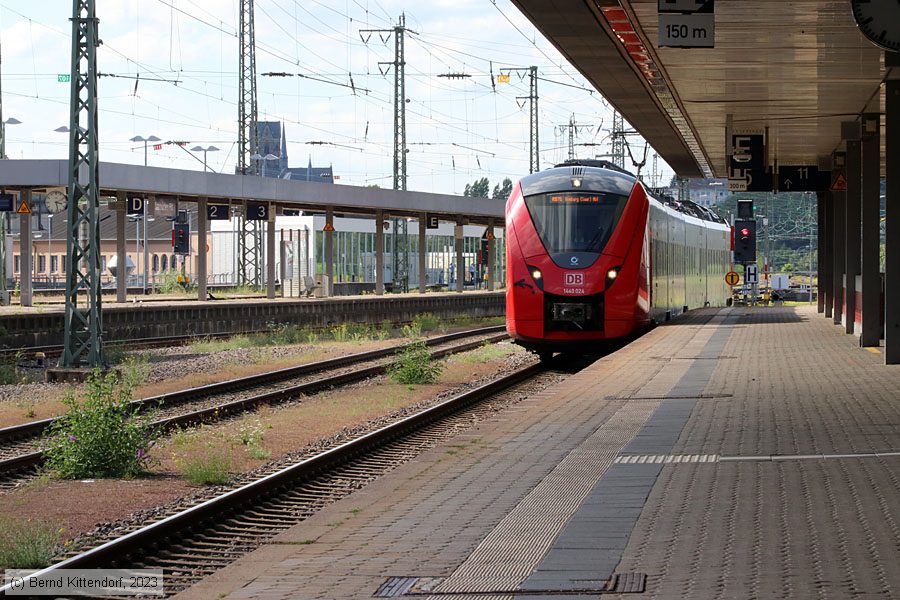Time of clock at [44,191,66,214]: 3:28
